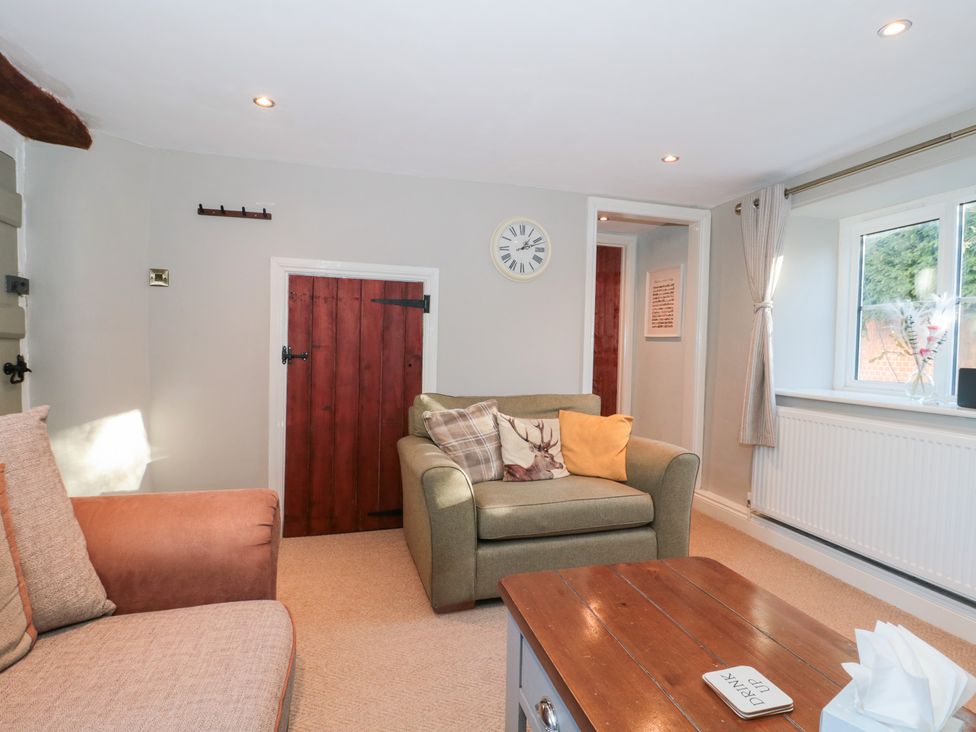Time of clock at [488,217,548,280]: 1:11
